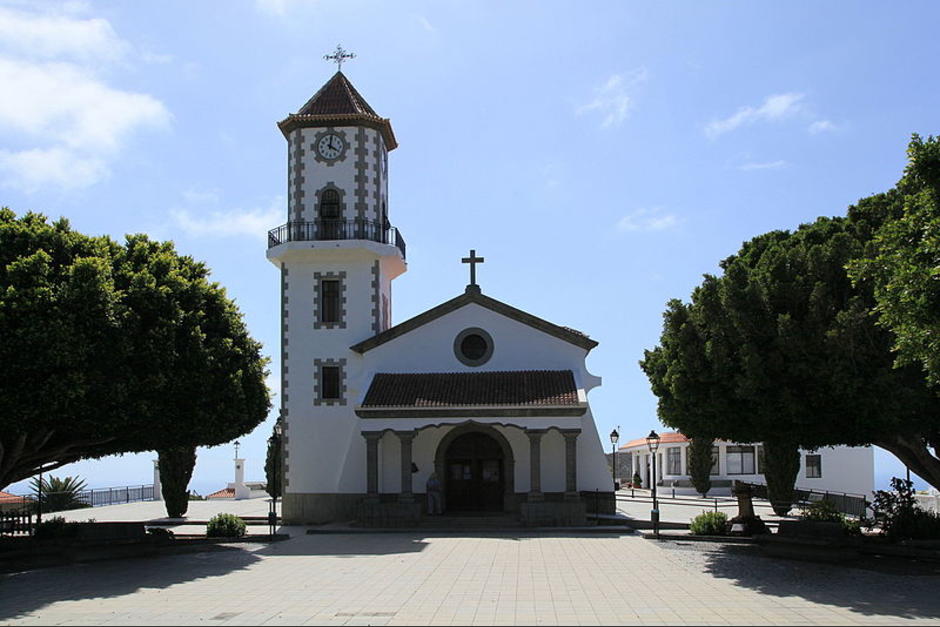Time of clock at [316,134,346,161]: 4:01
